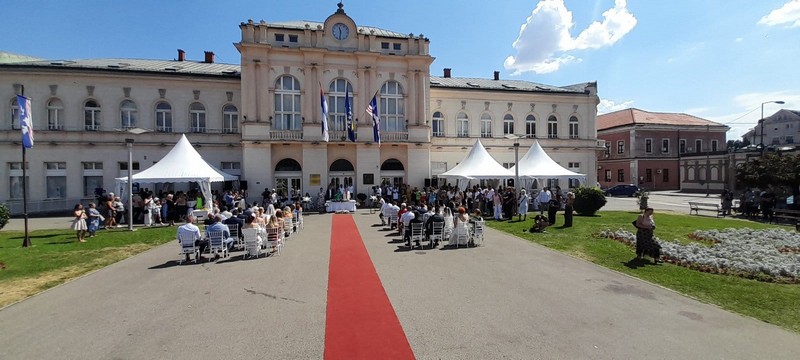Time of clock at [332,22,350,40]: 11:31
